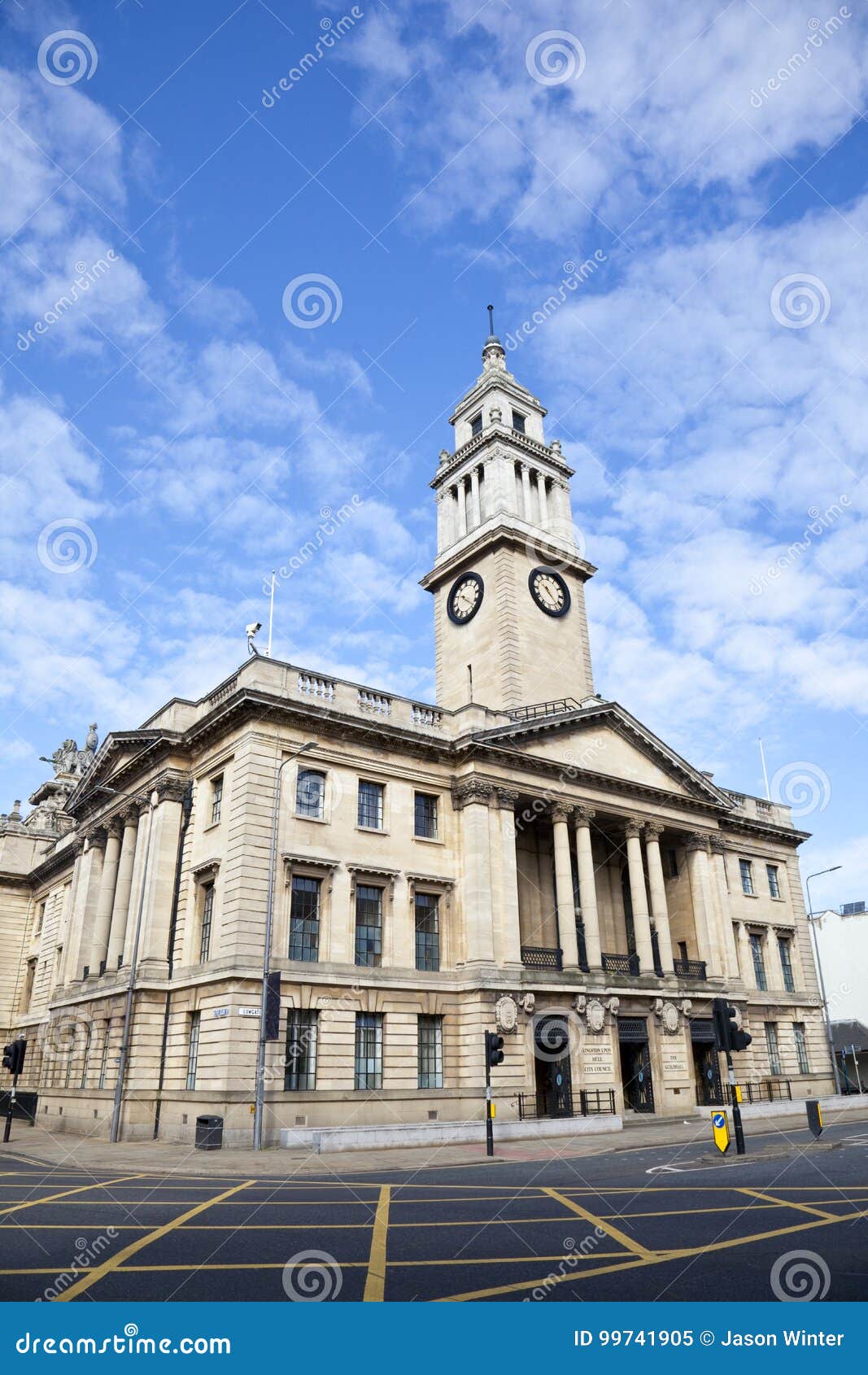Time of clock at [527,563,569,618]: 10:22
